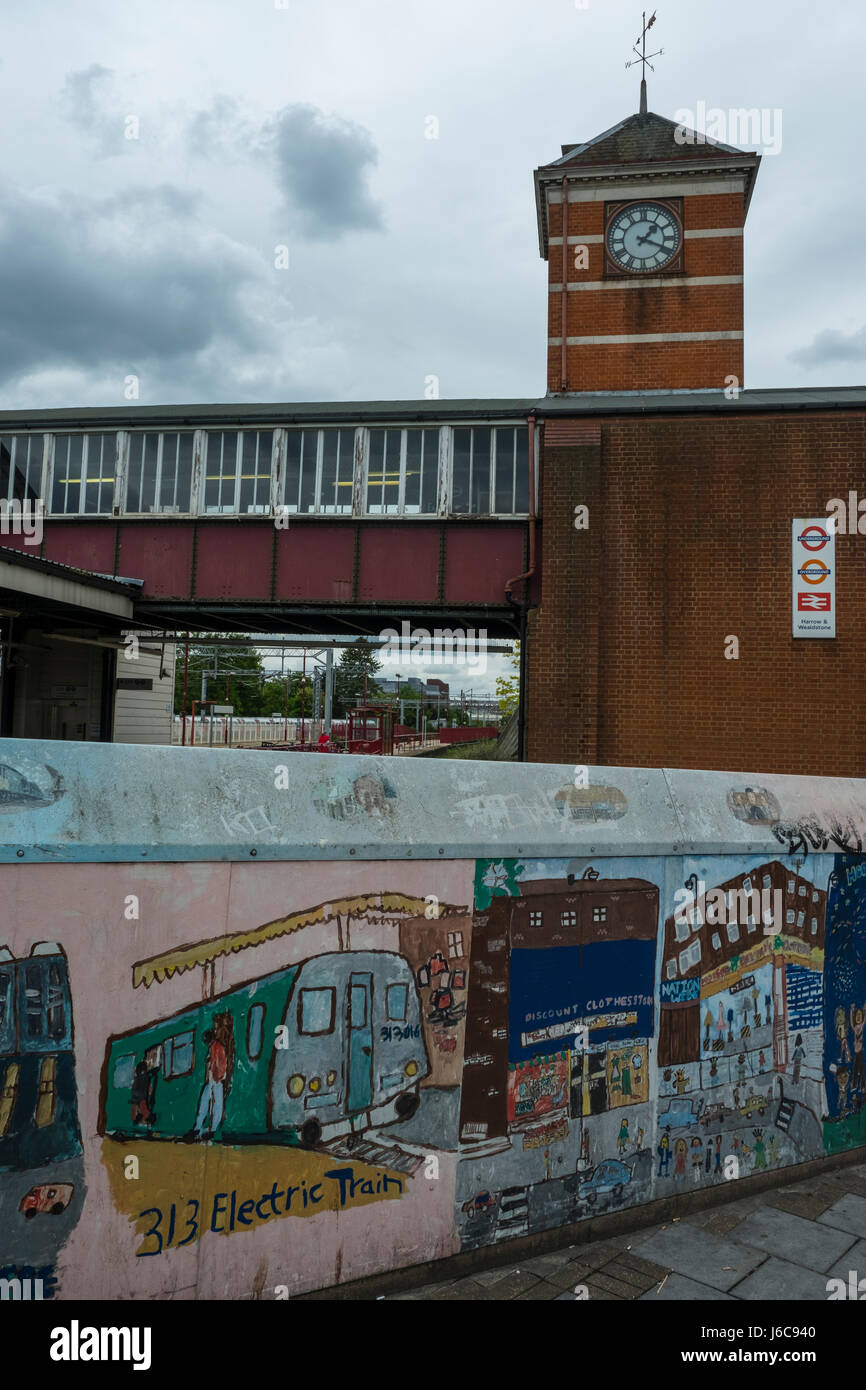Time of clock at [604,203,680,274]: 1:18
